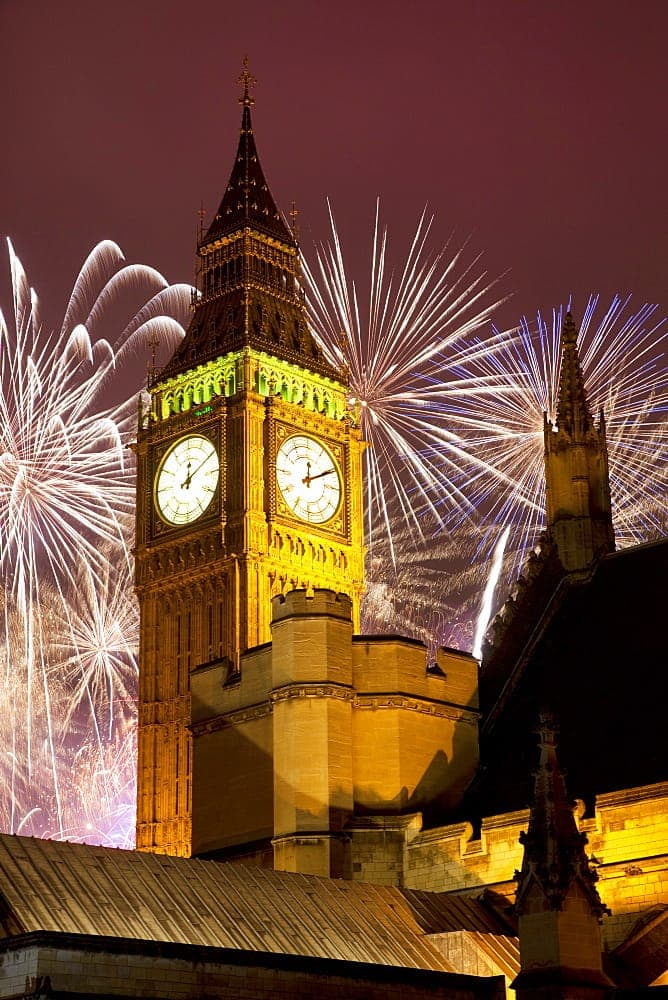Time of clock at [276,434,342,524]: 12:10
